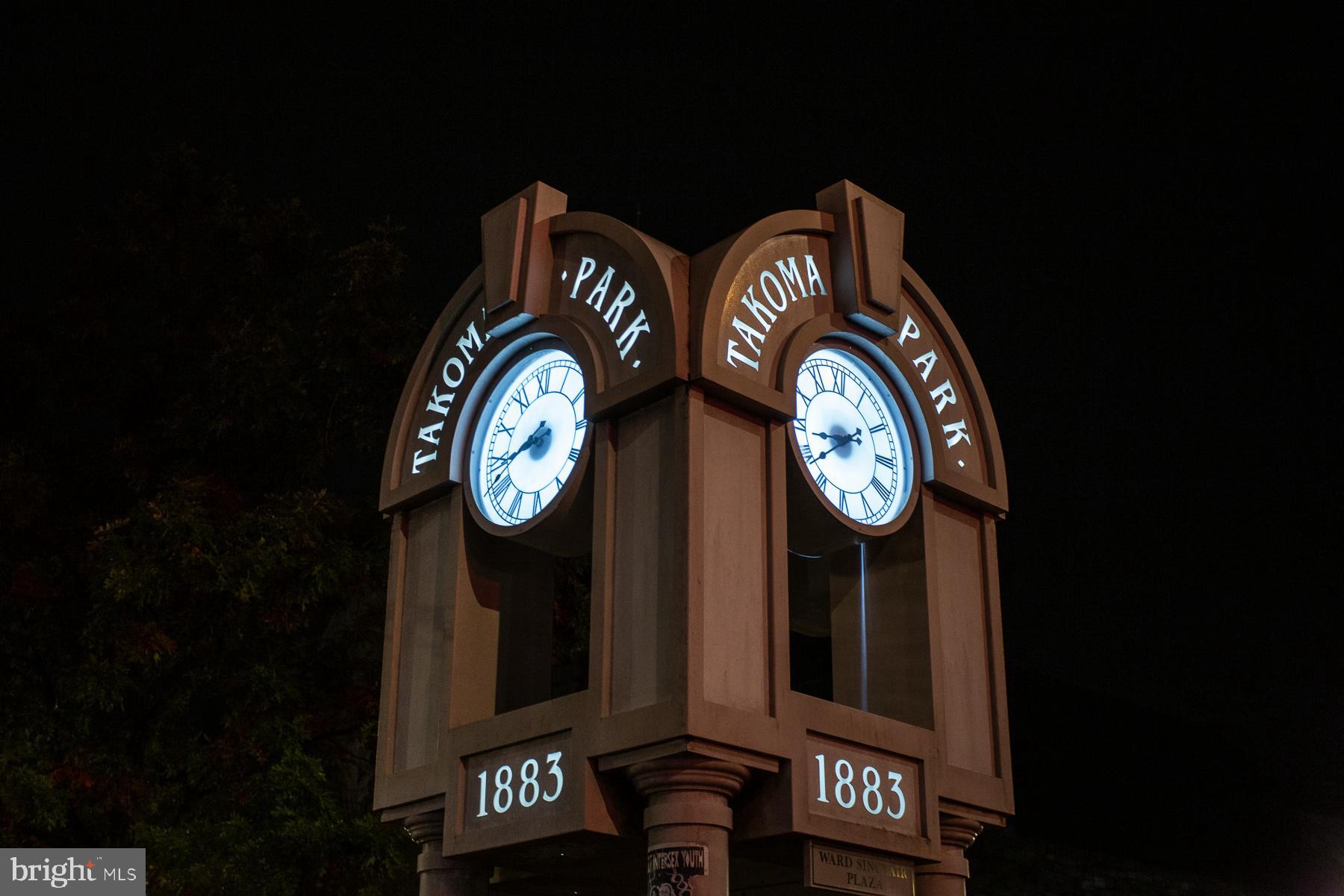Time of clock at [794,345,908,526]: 8:38
